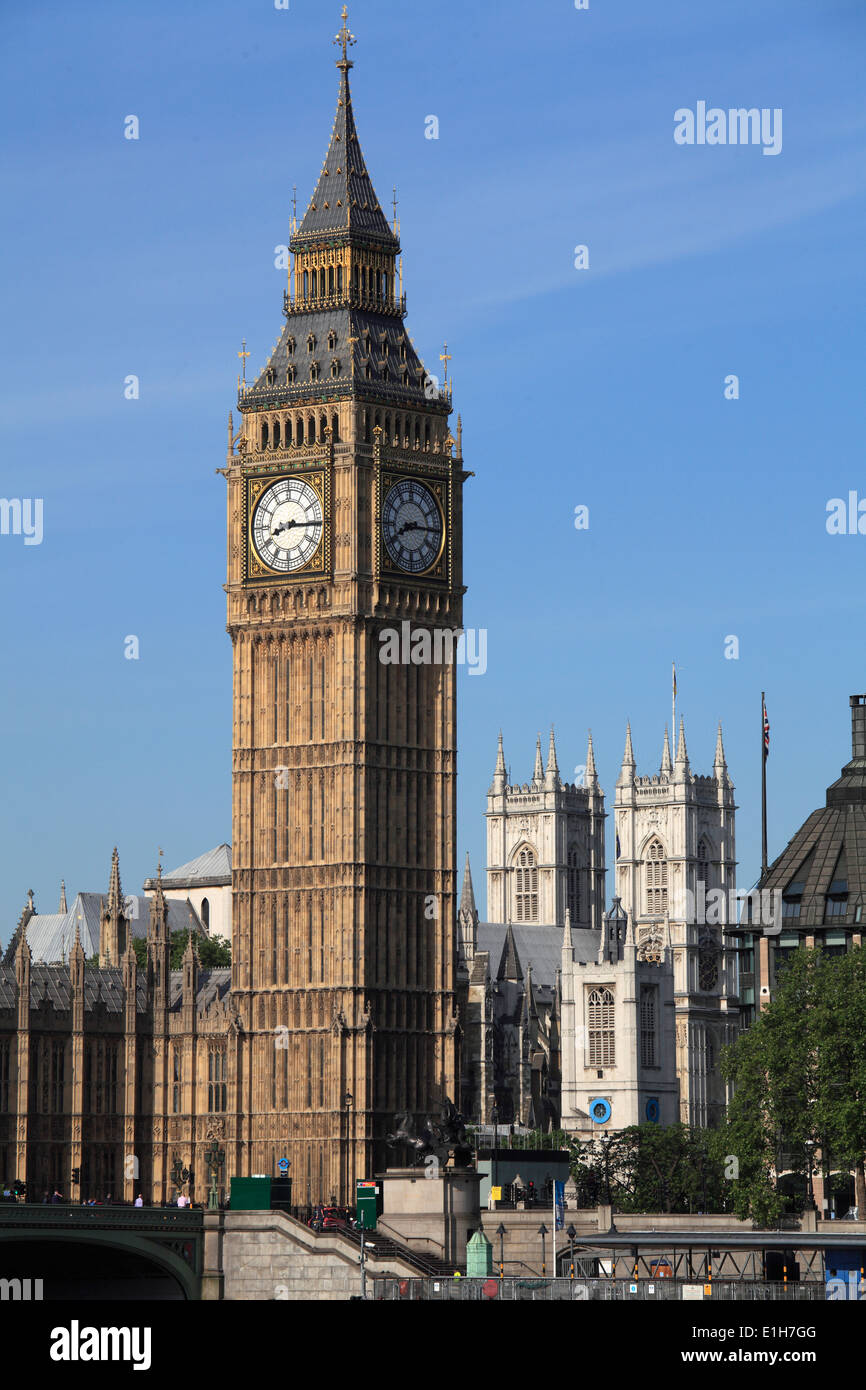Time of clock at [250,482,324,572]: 8:15
